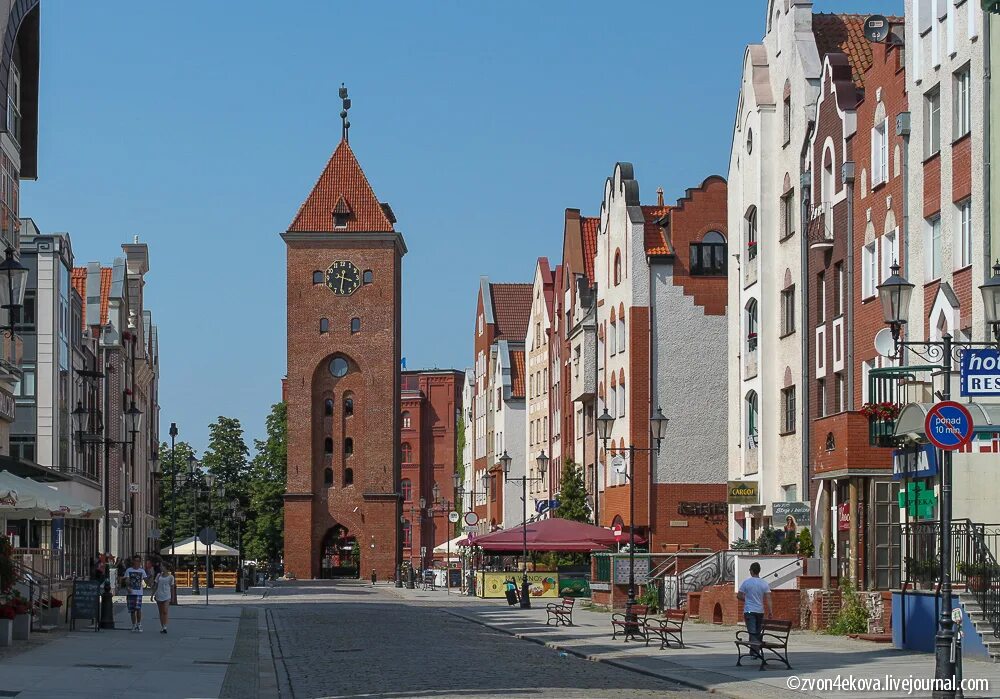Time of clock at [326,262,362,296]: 3:31
